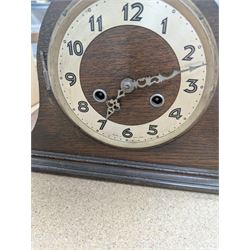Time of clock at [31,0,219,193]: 2:35
